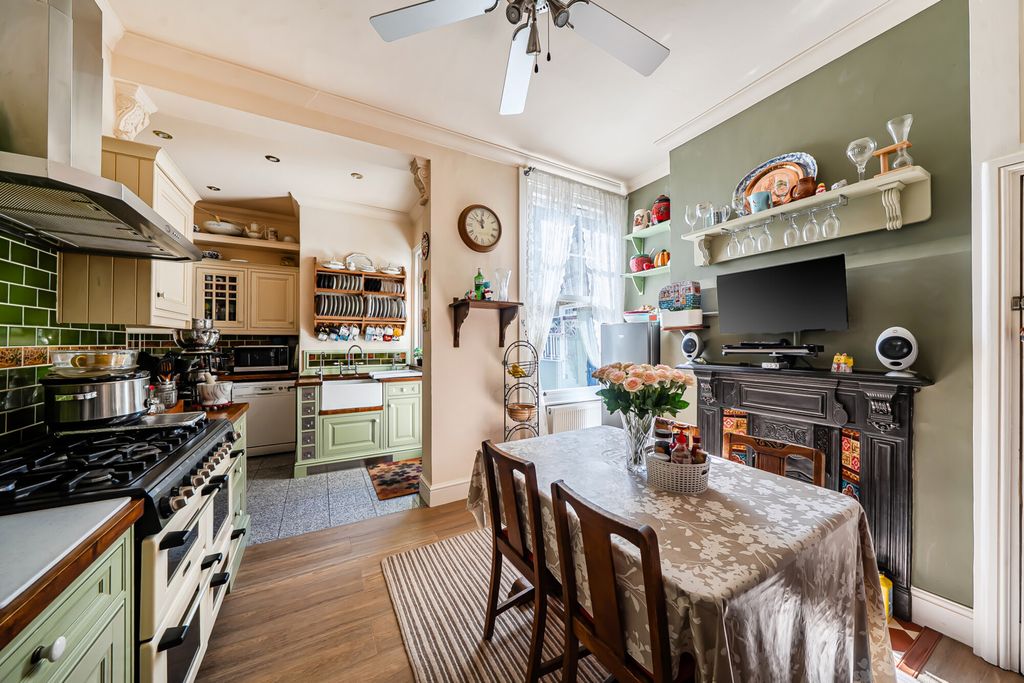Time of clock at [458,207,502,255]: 11:52
